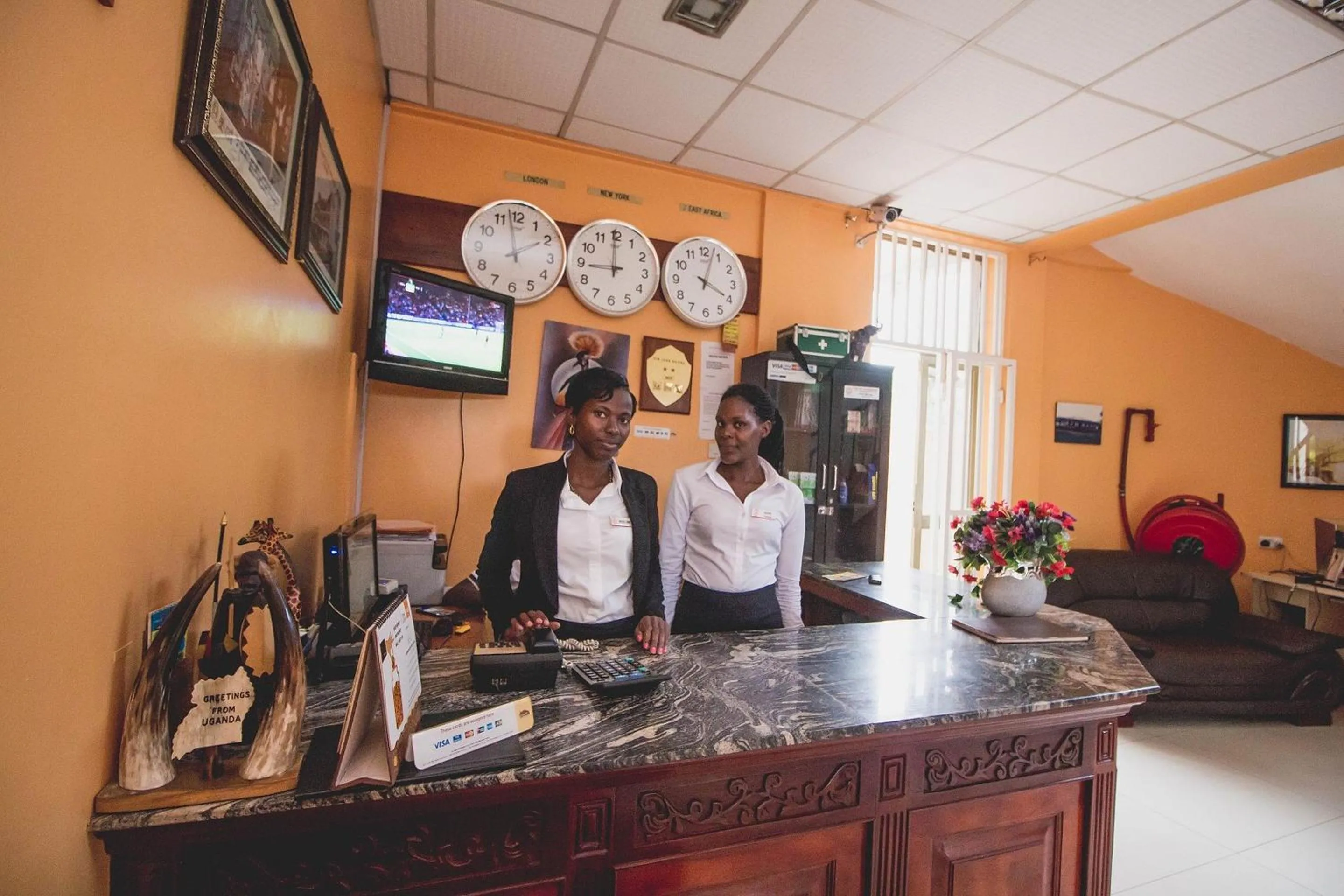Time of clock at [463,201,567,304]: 1:57
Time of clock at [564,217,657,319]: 8:59
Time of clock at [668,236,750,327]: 4:03
